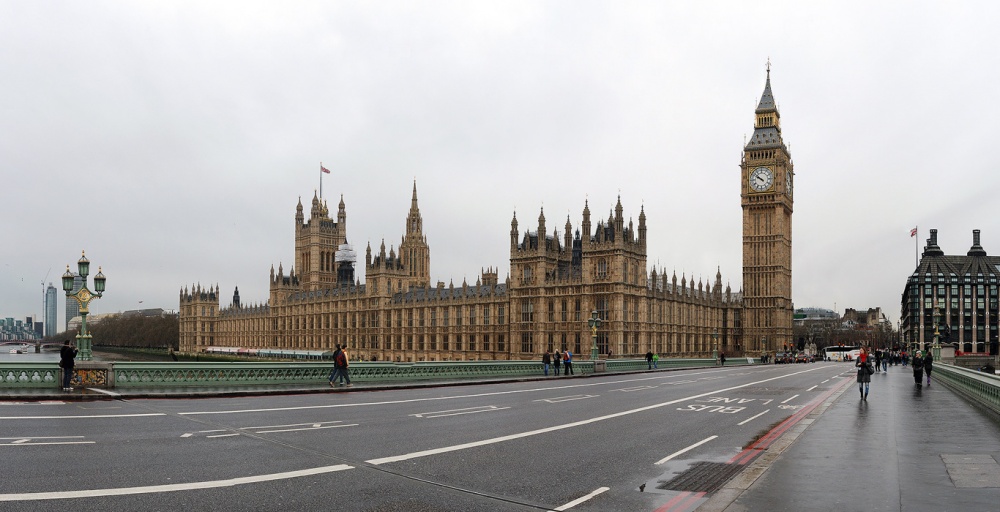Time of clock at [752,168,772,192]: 9:51
